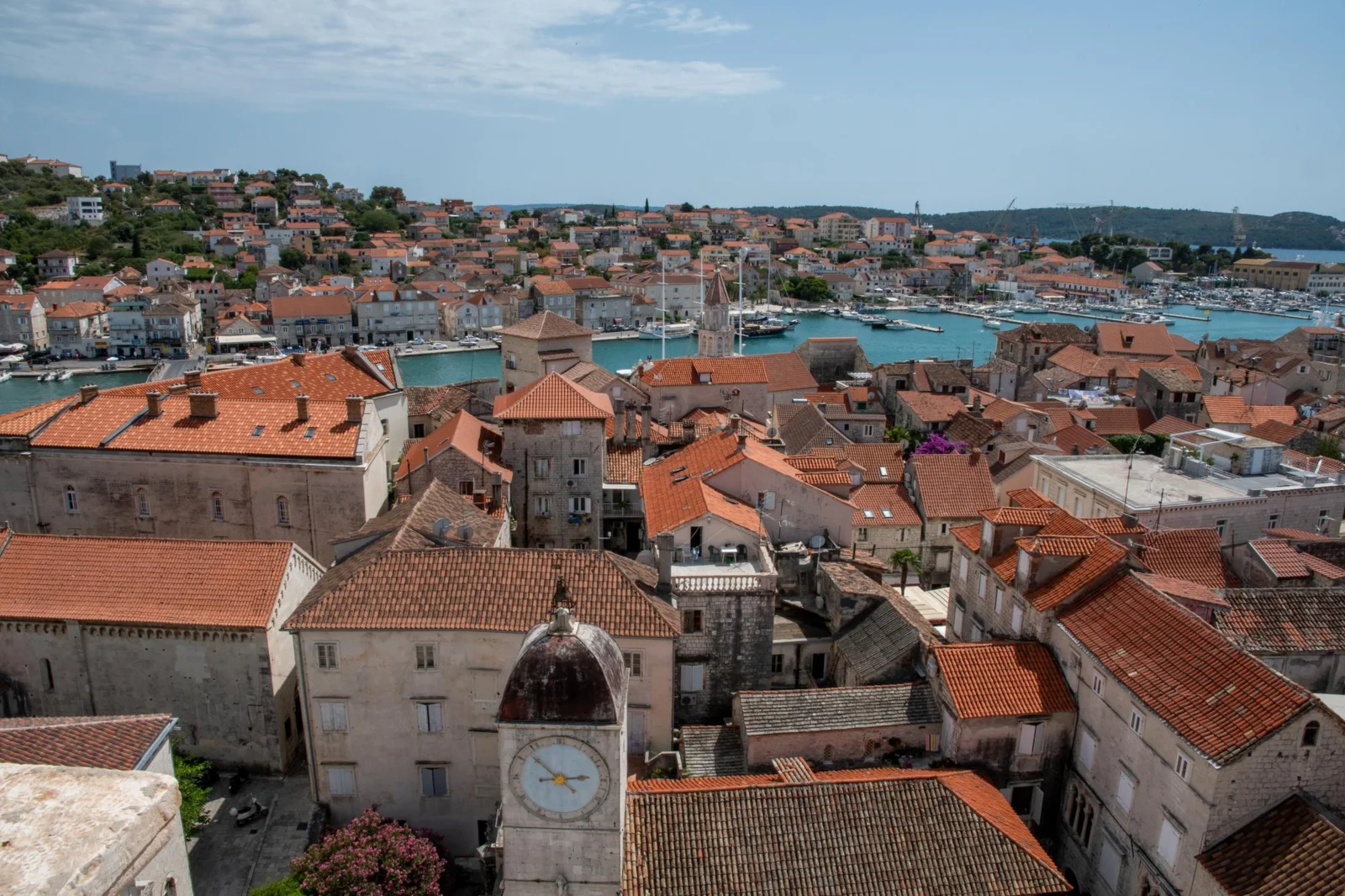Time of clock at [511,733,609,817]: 2:52
